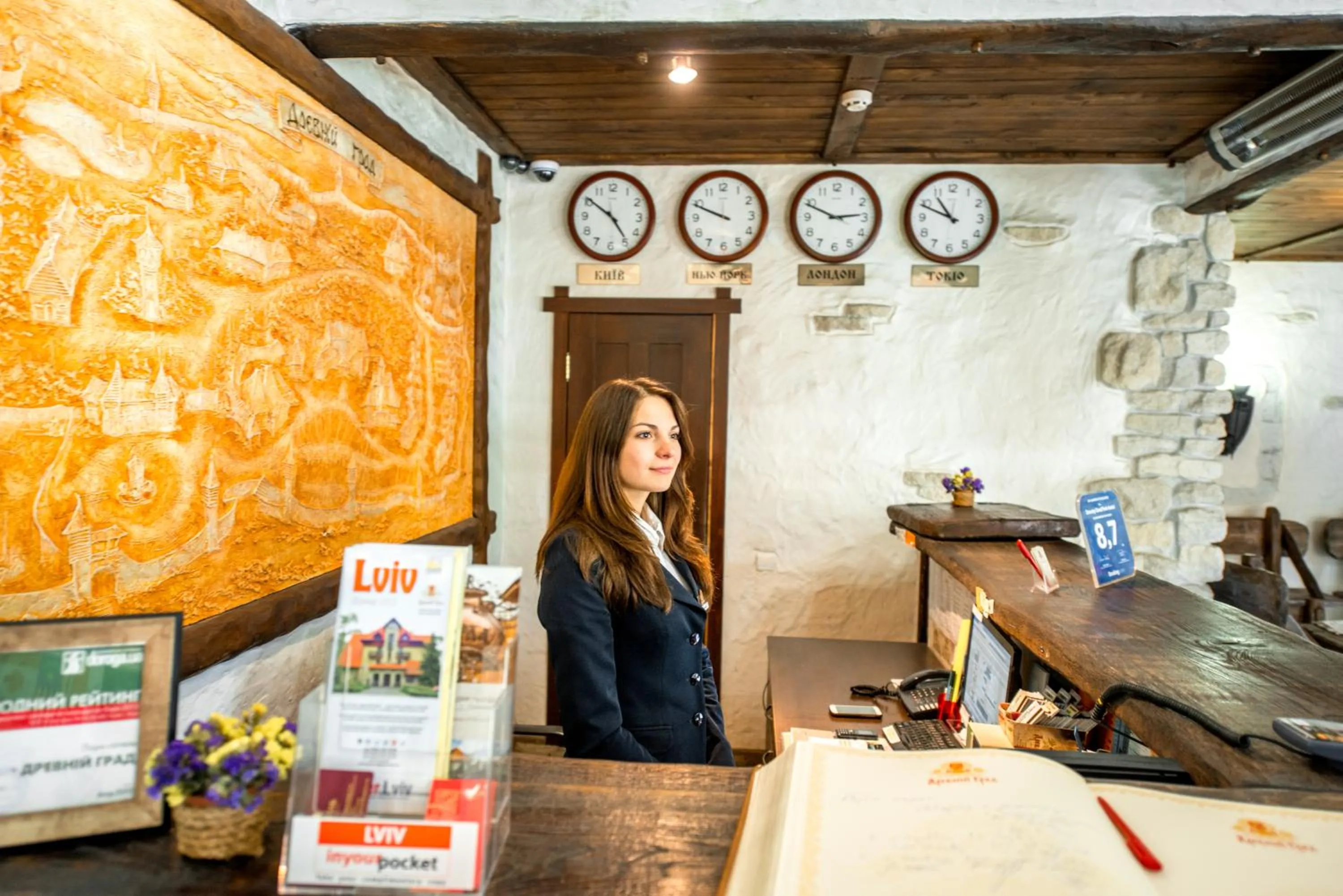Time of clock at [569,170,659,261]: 4:50
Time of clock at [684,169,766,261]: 9:49
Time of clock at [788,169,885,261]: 2:48
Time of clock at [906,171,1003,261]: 10:48
